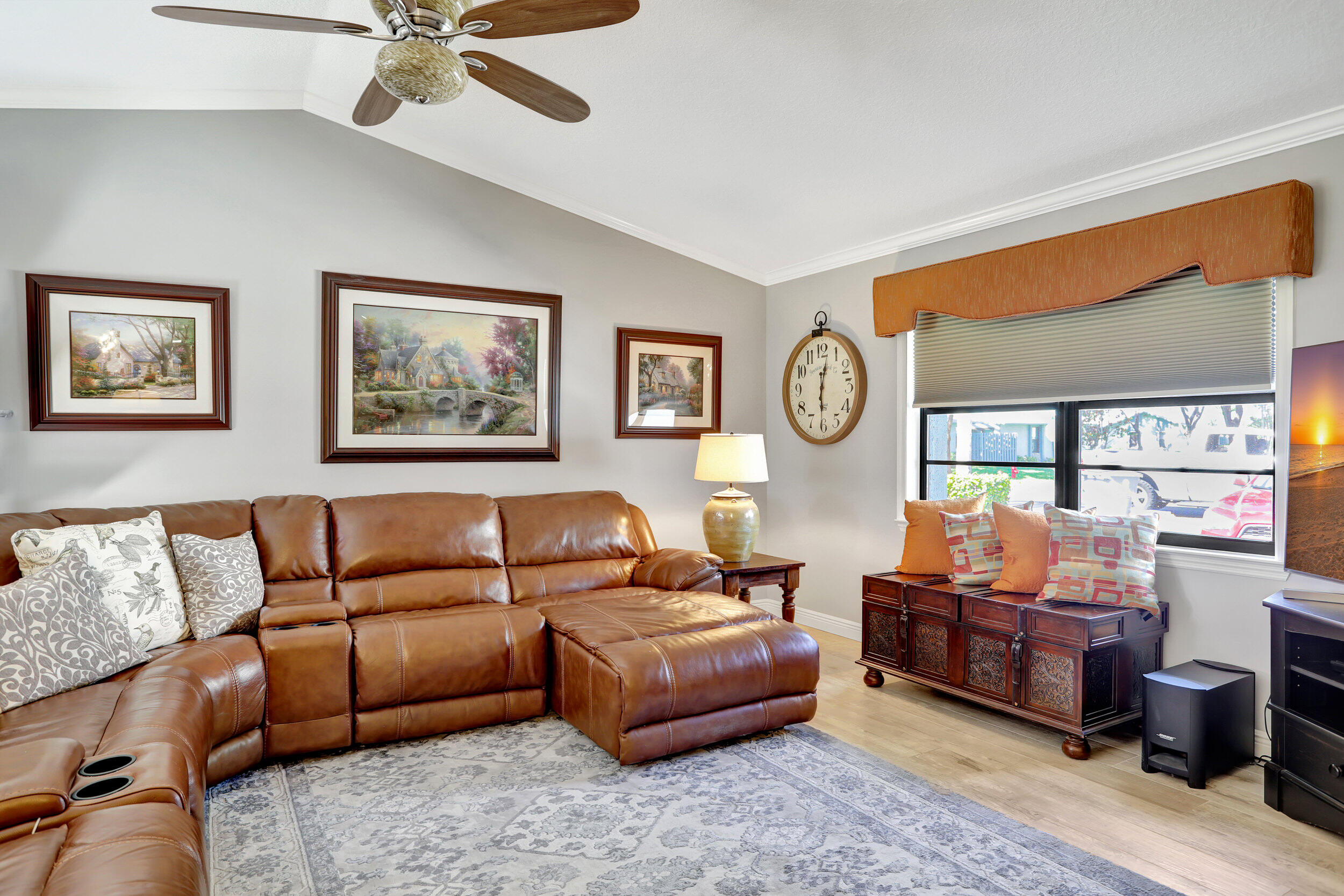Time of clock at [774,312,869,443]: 12:30
